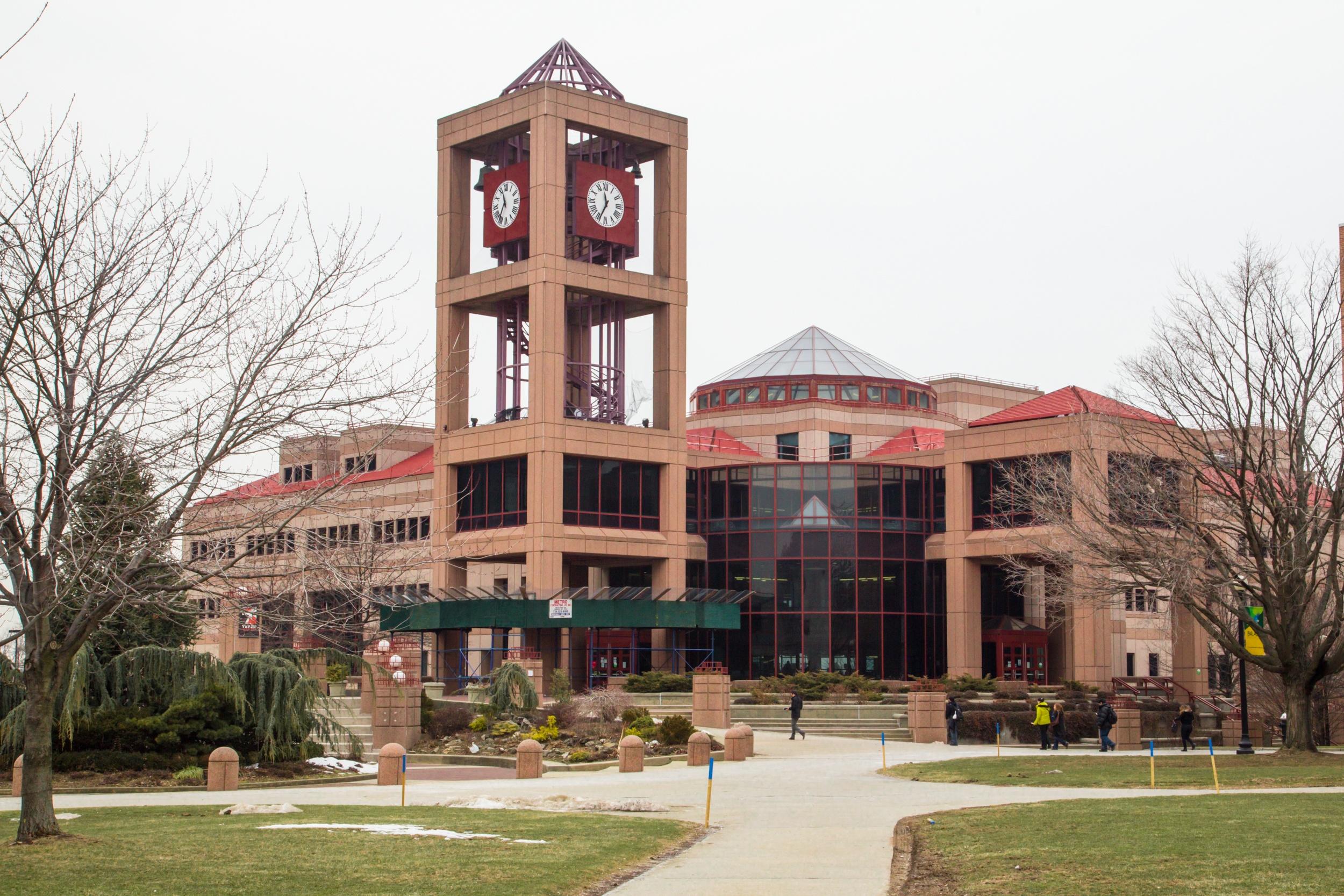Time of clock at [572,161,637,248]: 11:35
